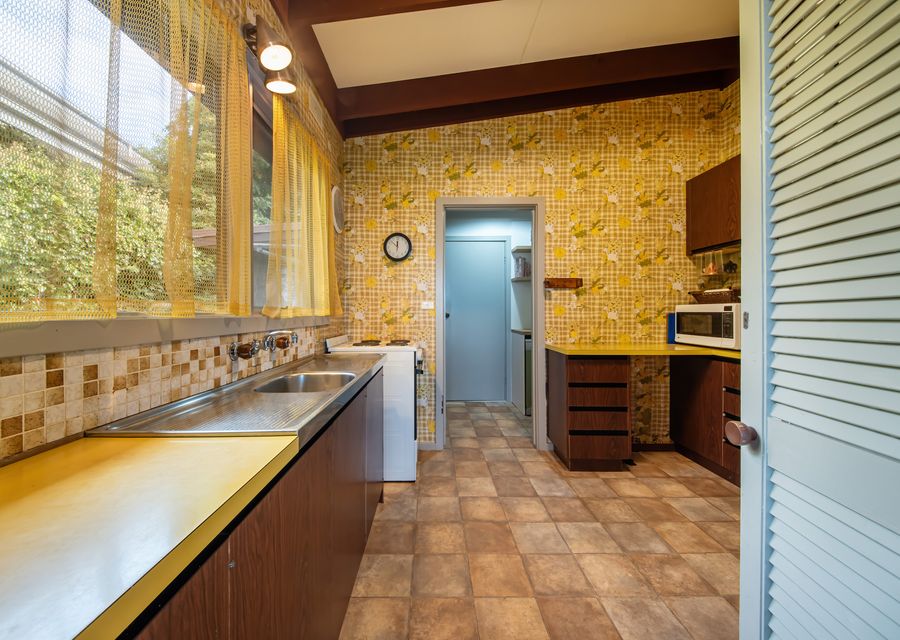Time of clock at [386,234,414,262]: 11:52
